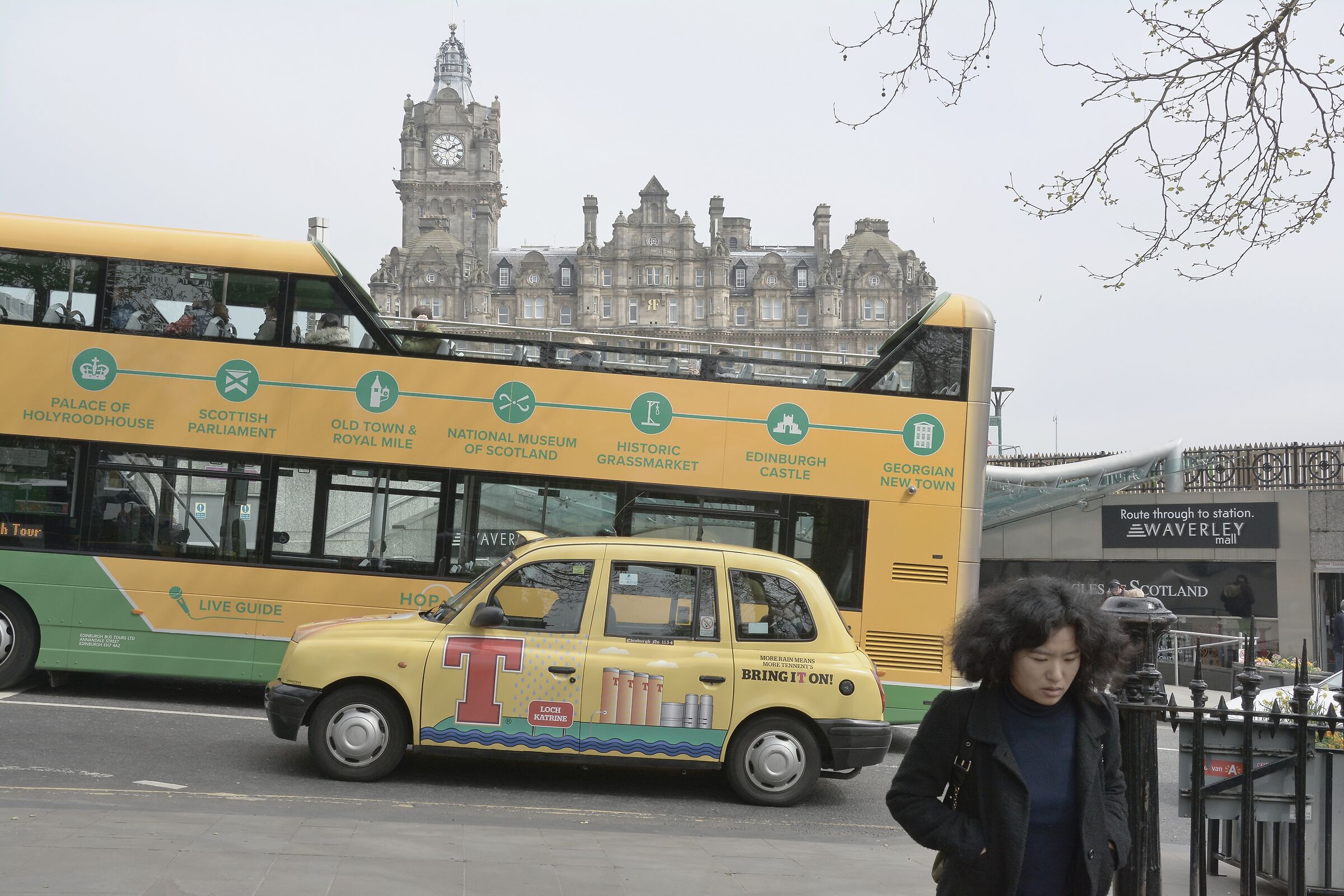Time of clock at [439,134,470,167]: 1:48
